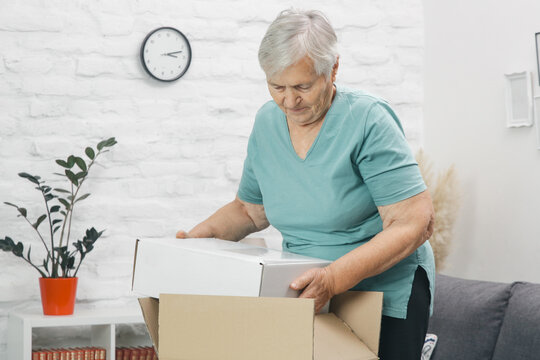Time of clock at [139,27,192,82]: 3:12
